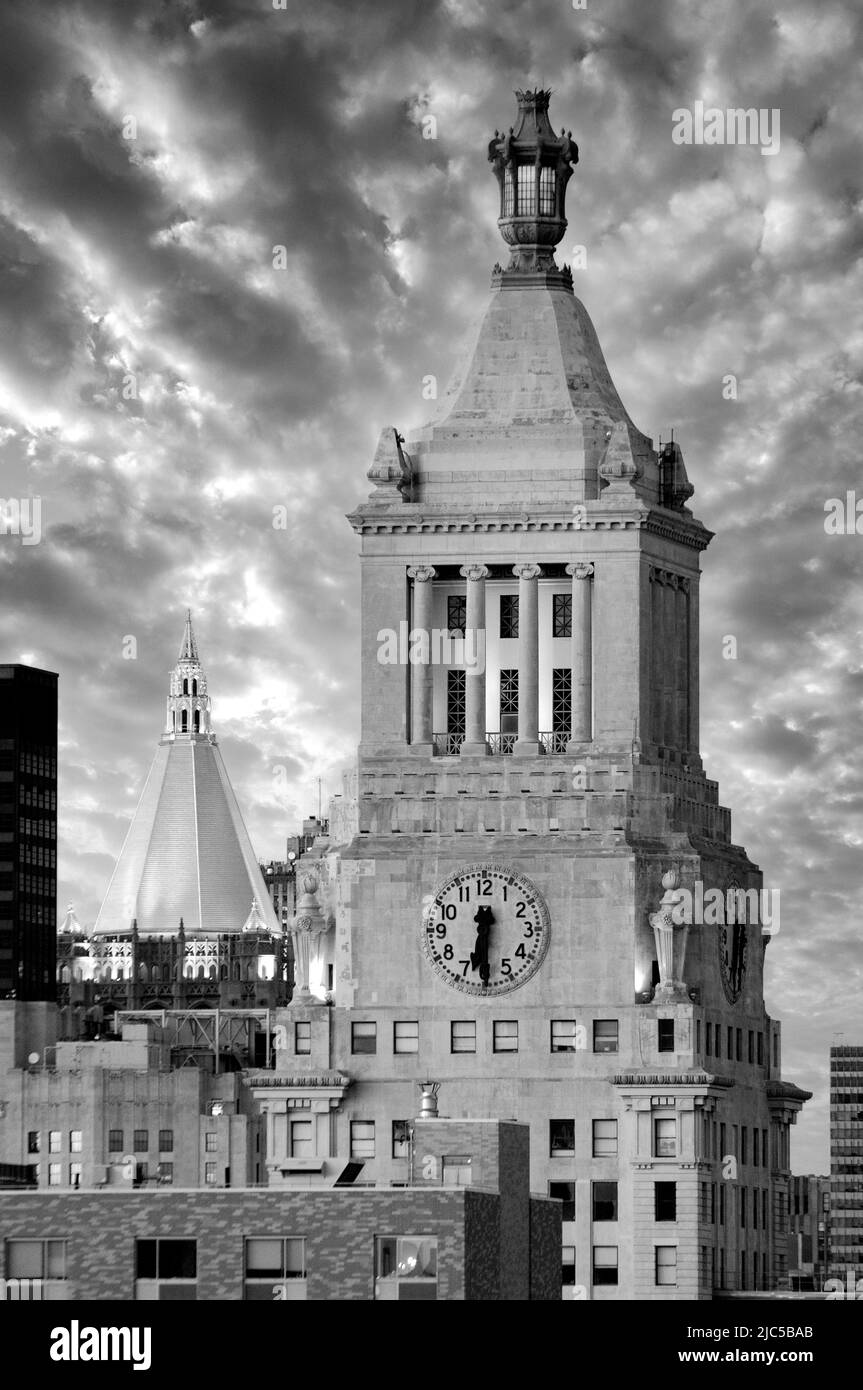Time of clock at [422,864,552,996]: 6:29
